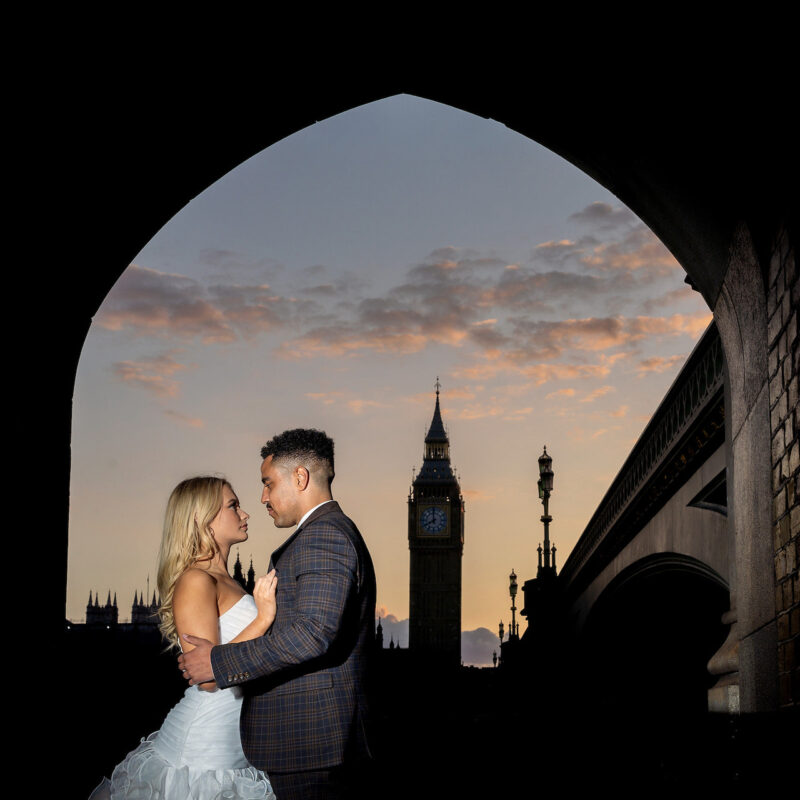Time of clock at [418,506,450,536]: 7:59
